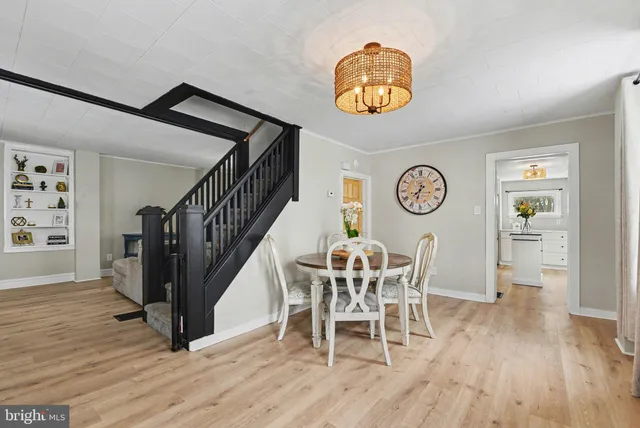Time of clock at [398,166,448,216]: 7:32
